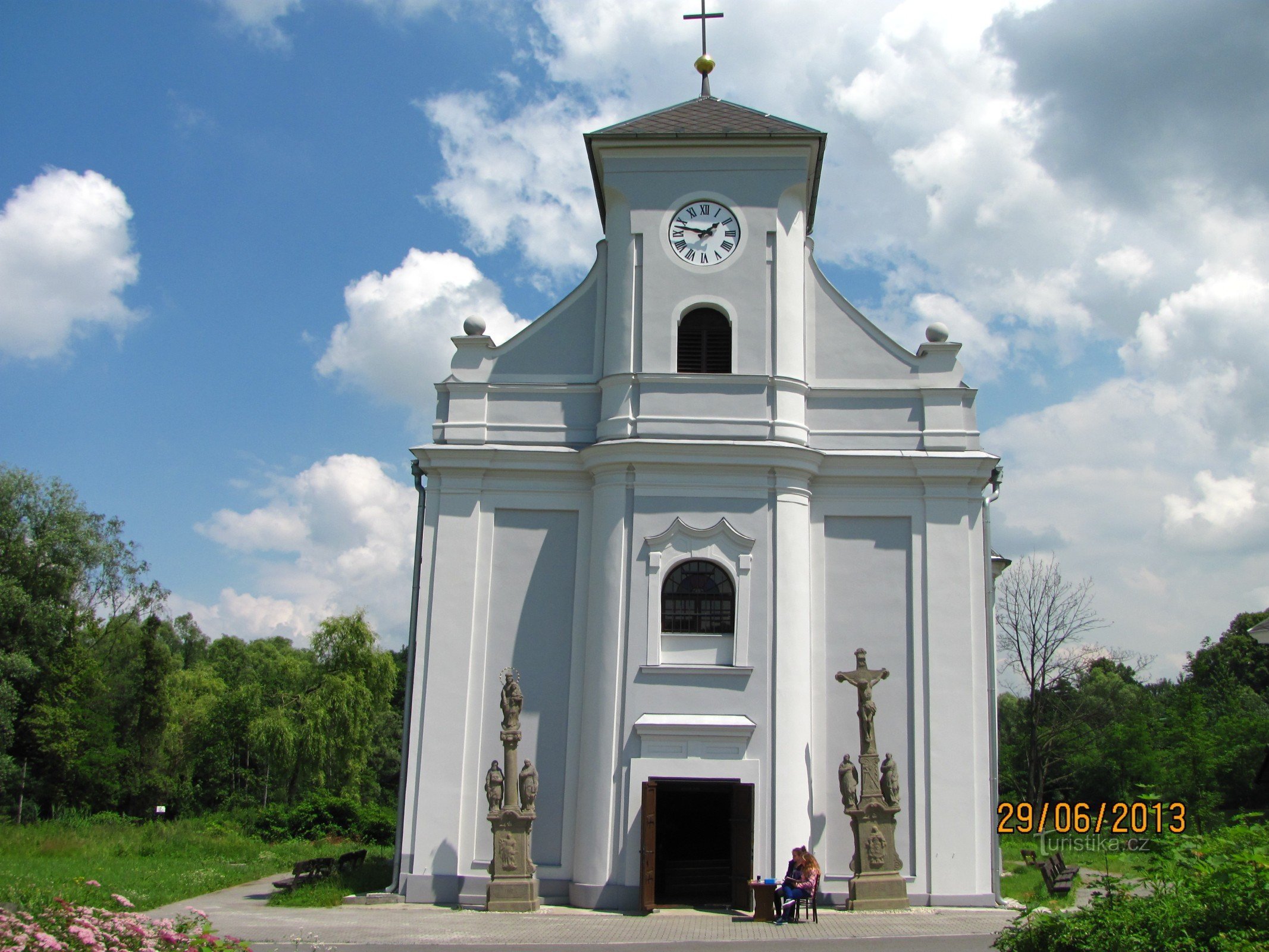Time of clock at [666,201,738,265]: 1:47
